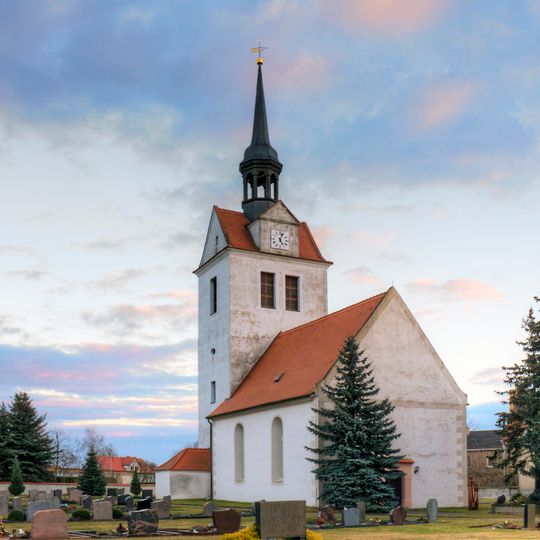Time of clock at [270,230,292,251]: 5:03
